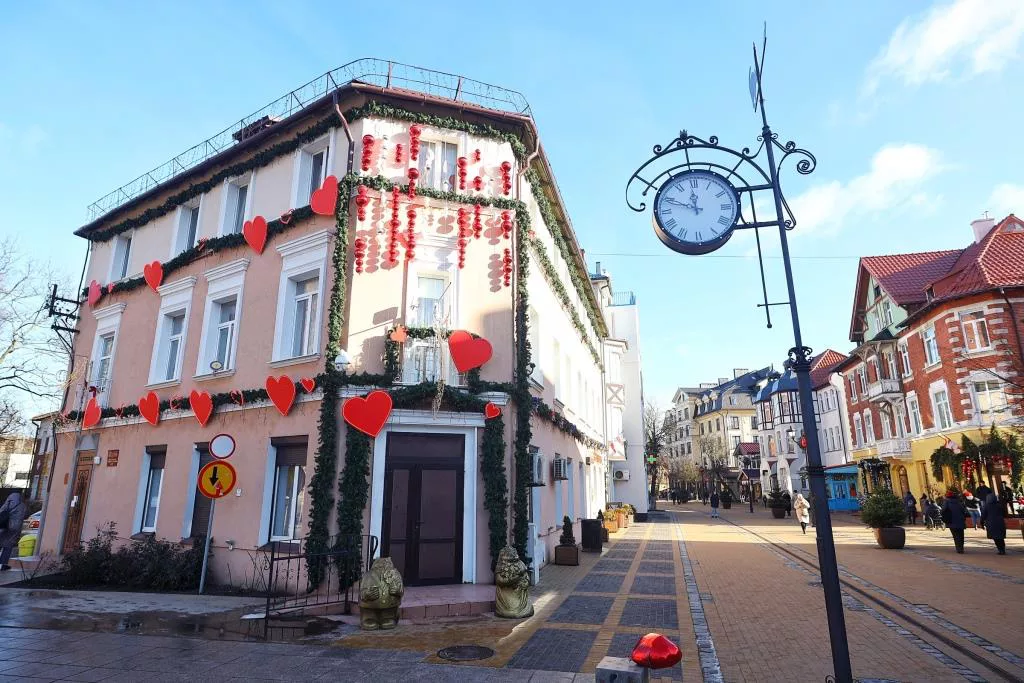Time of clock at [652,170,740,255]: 11:48
